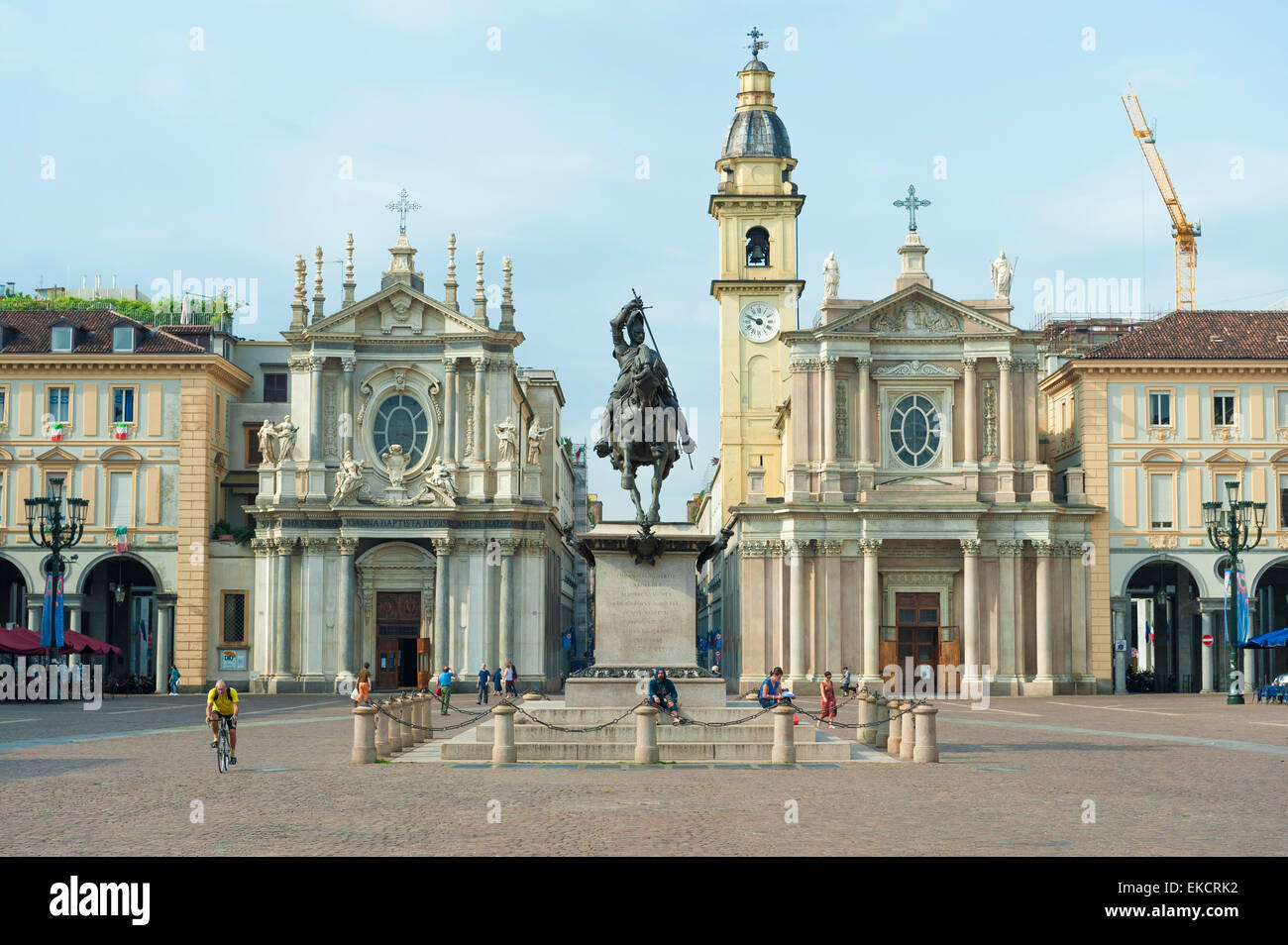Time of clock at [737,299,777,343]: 9:48
